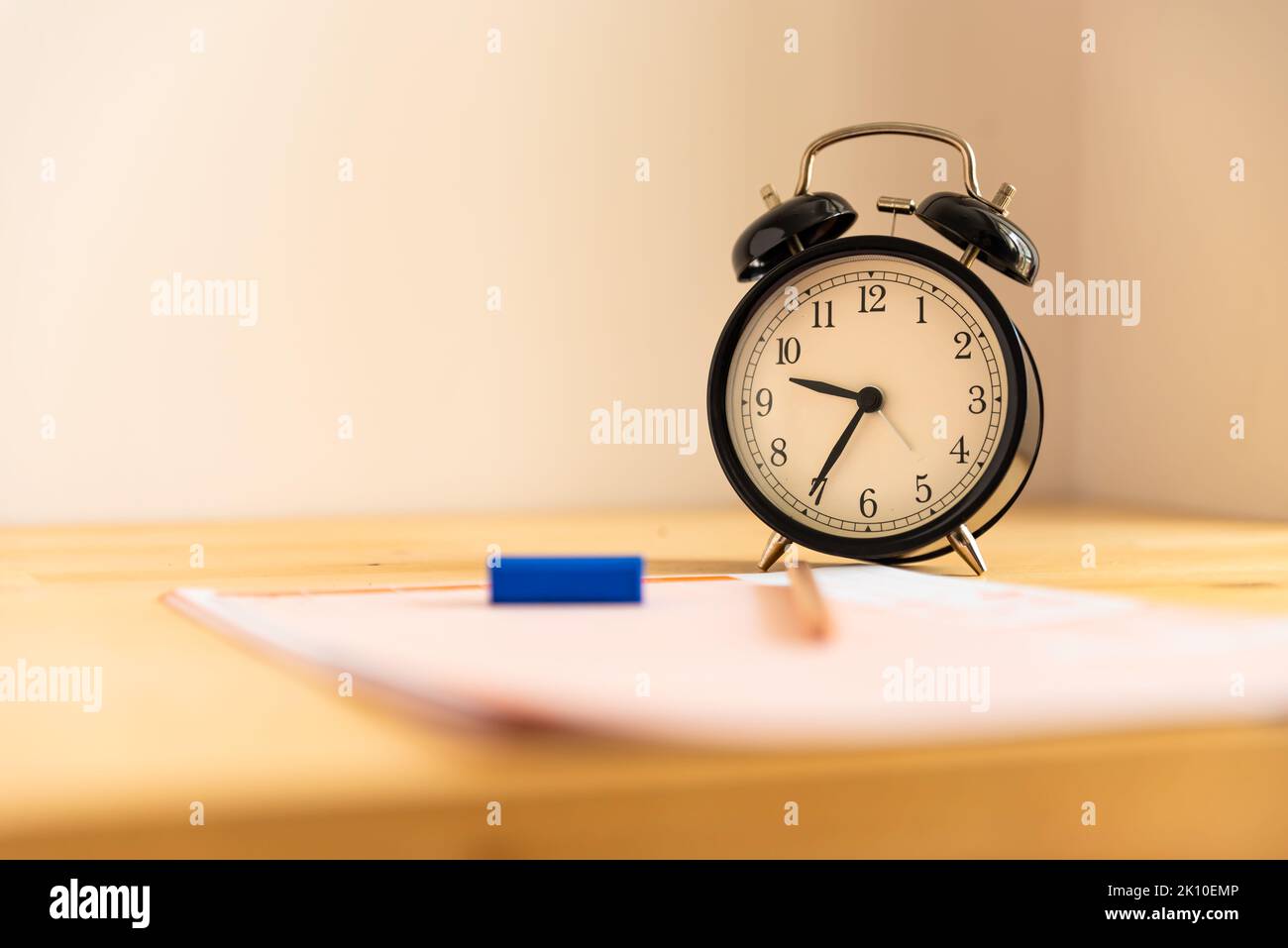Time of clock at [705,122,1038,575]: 9:35
